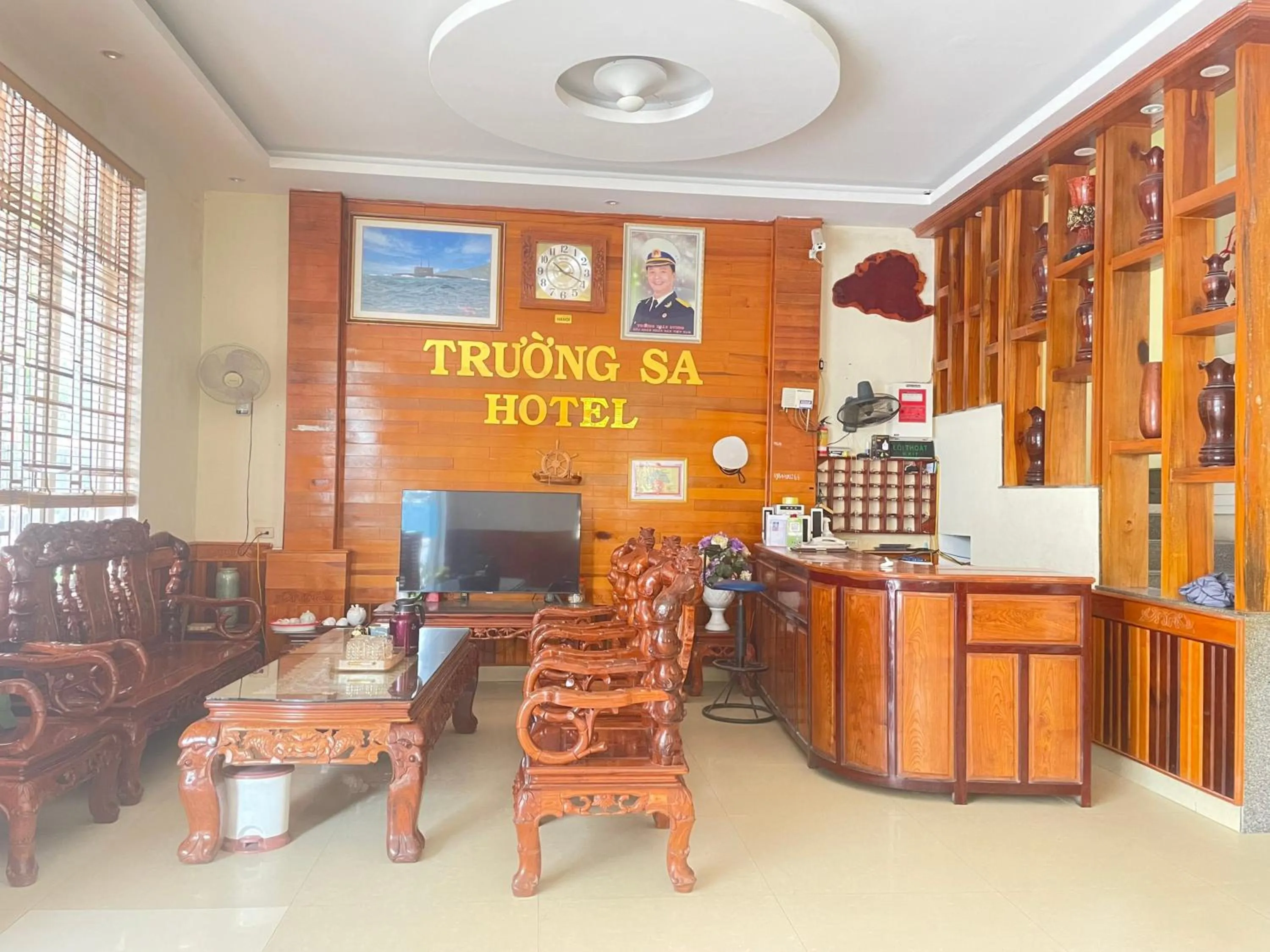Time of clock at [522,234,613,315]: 10:19
